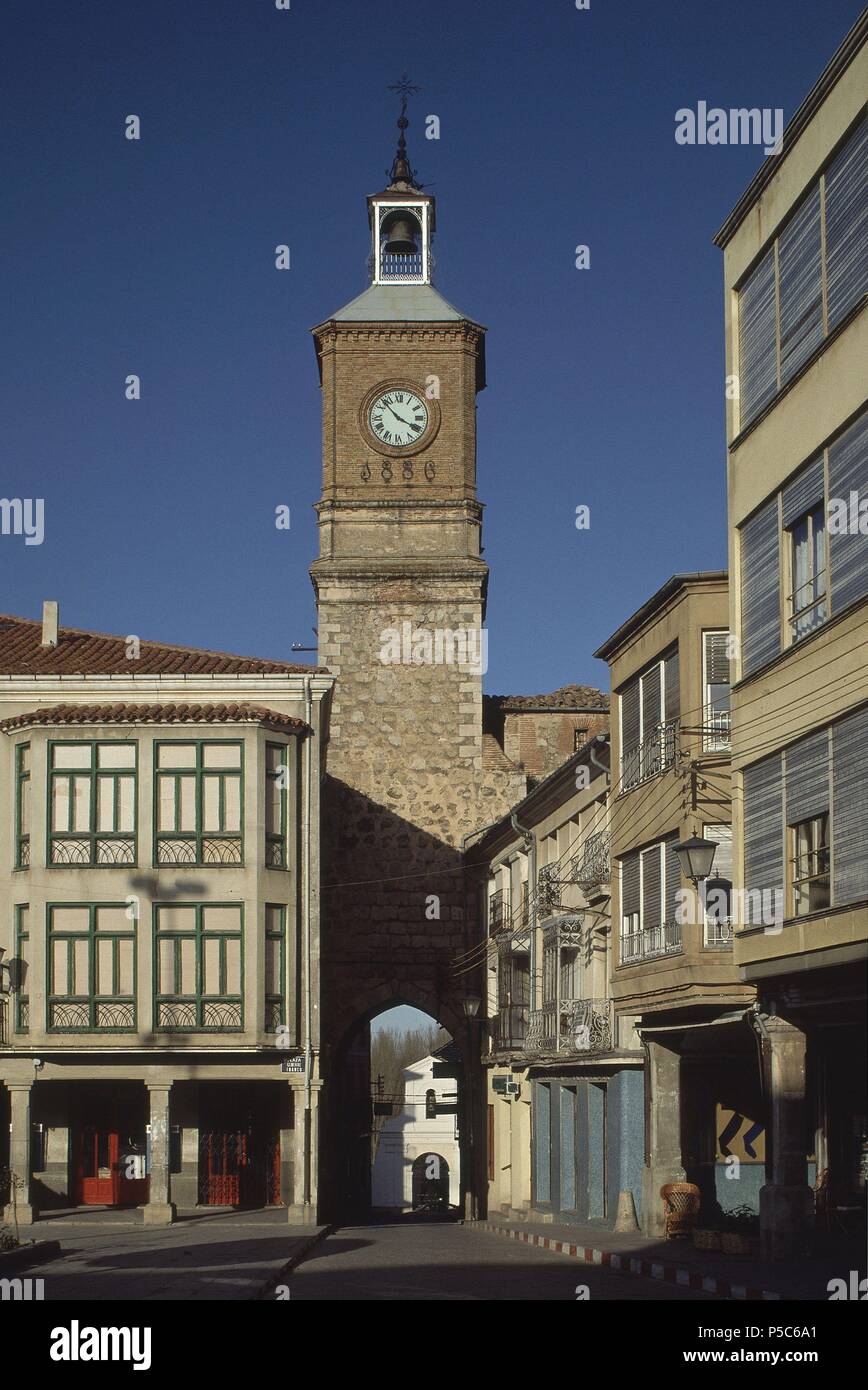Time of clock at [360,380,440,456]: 3:52
